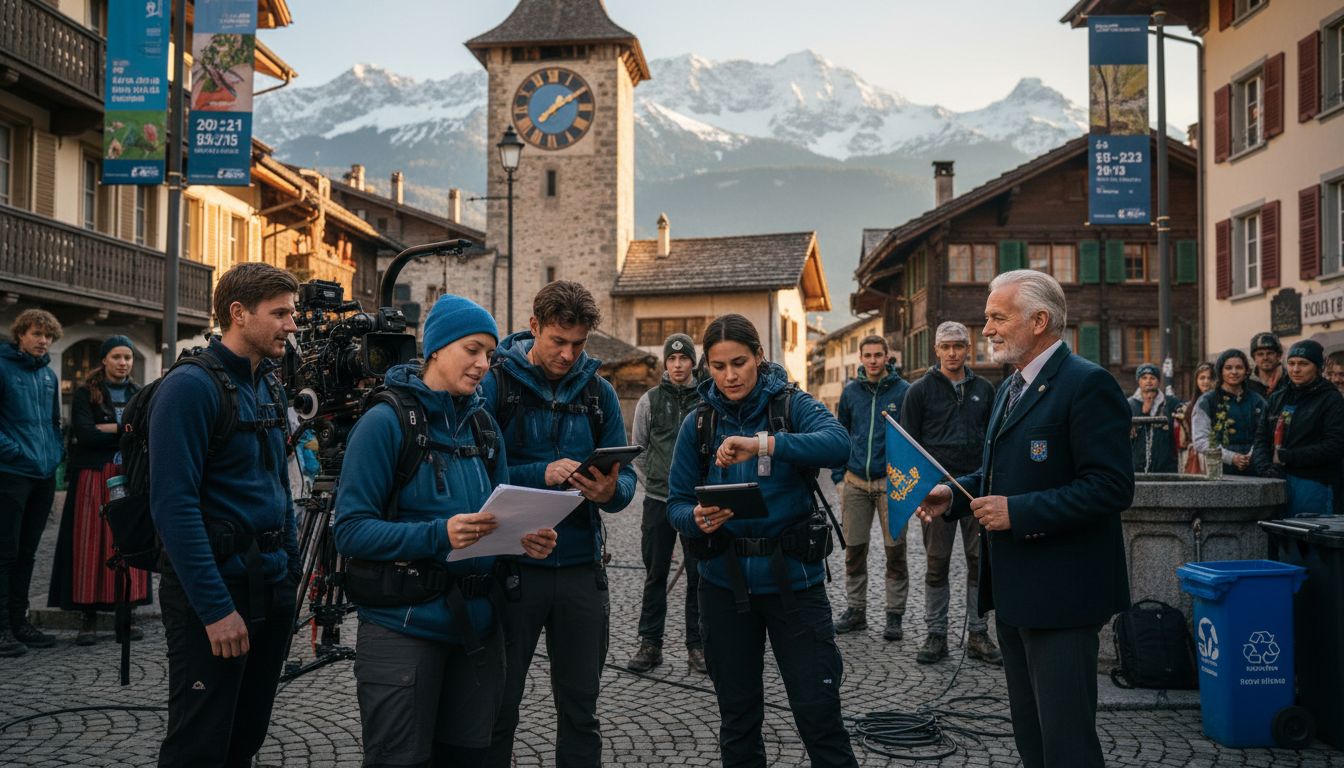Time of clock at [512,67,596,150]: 1:09
